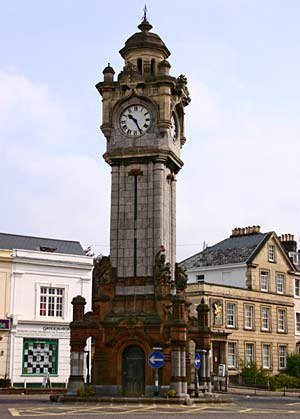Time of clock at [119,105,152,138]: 10:26
